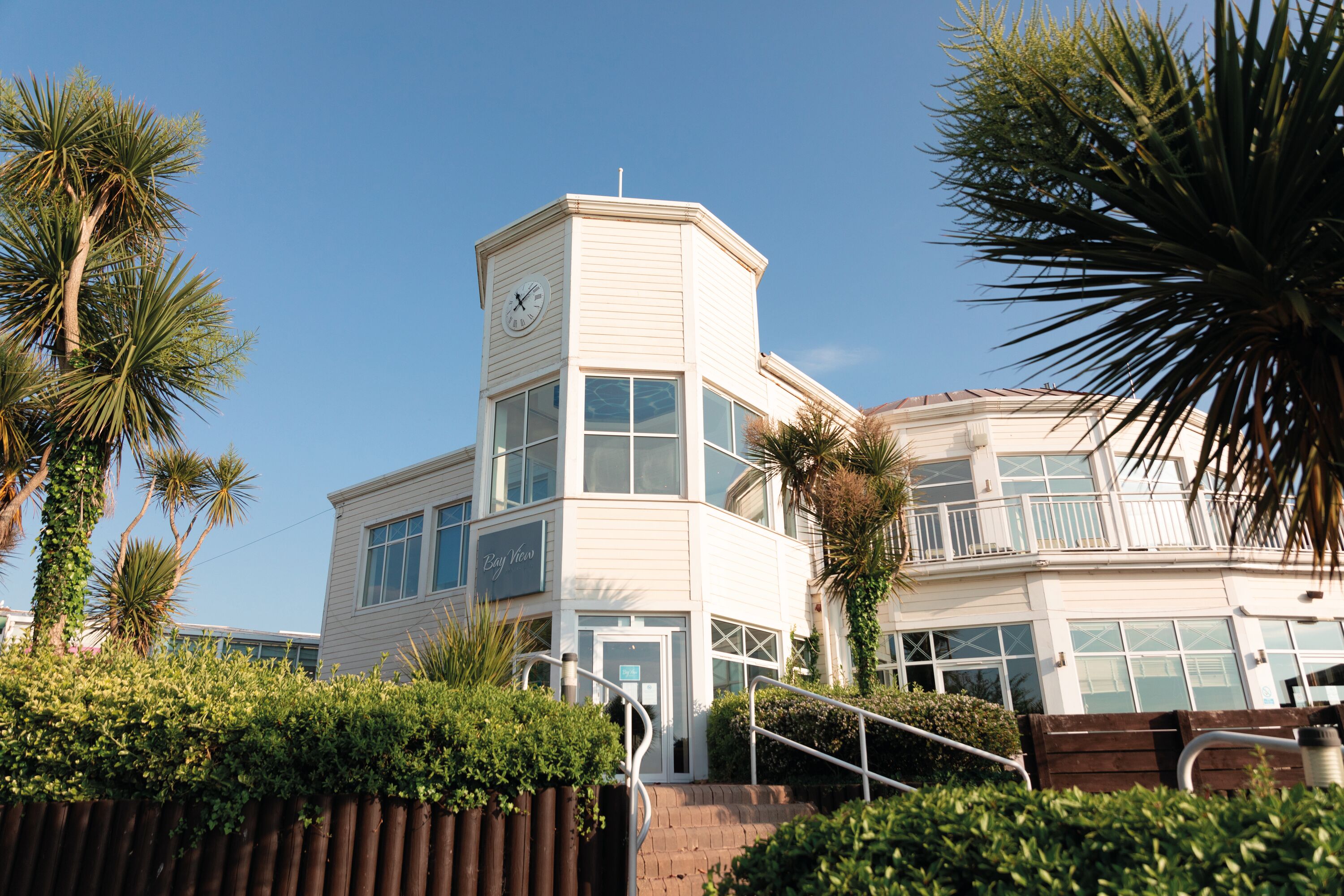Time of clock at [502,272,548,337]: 11:08
